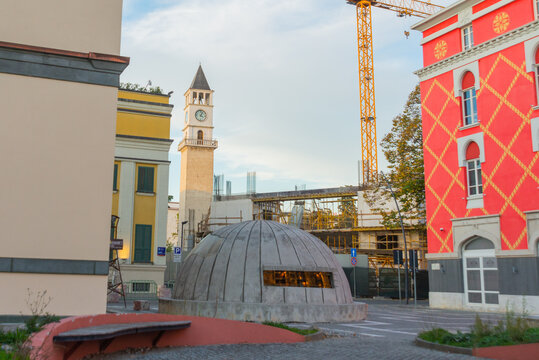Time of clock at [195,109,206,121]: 4:04
